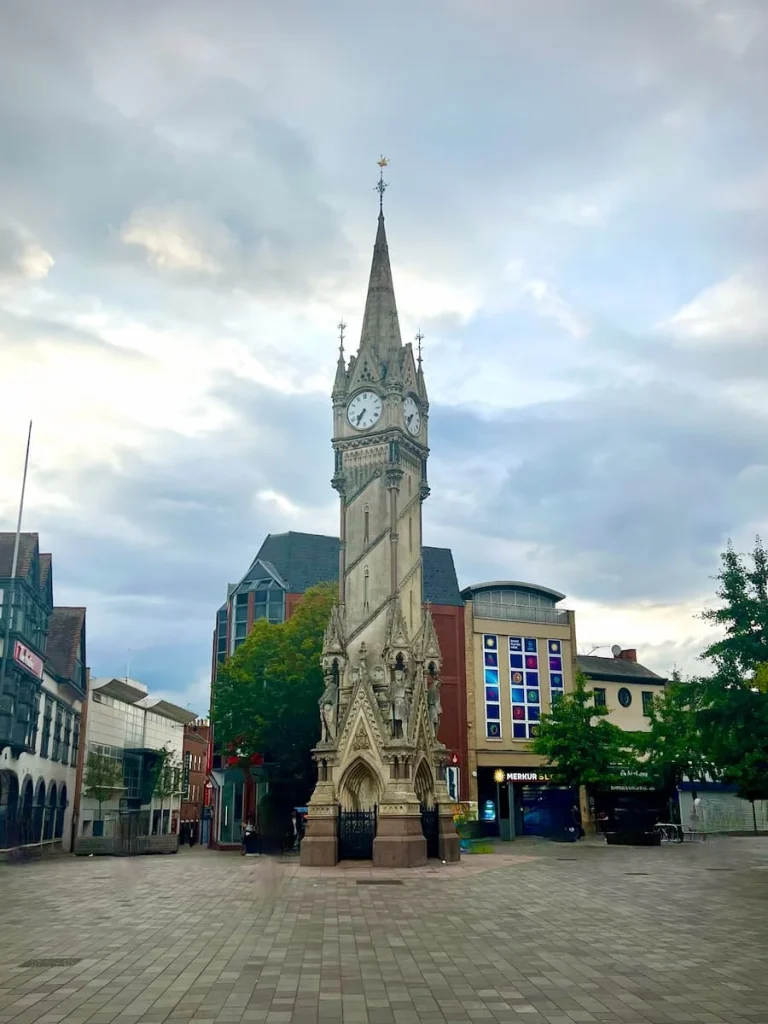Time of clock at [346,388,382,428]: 7:35
